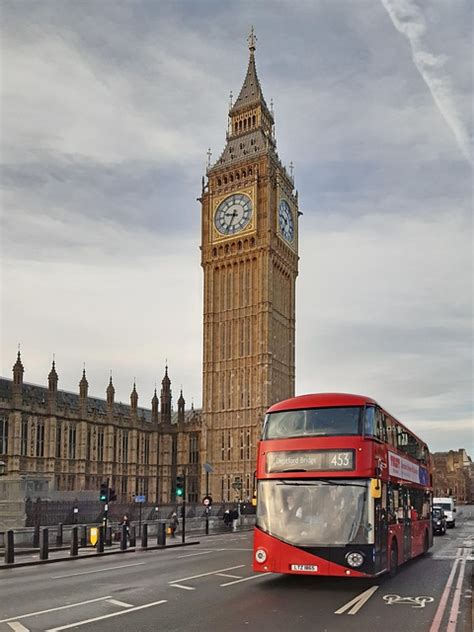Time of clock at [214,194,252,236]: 9:34
